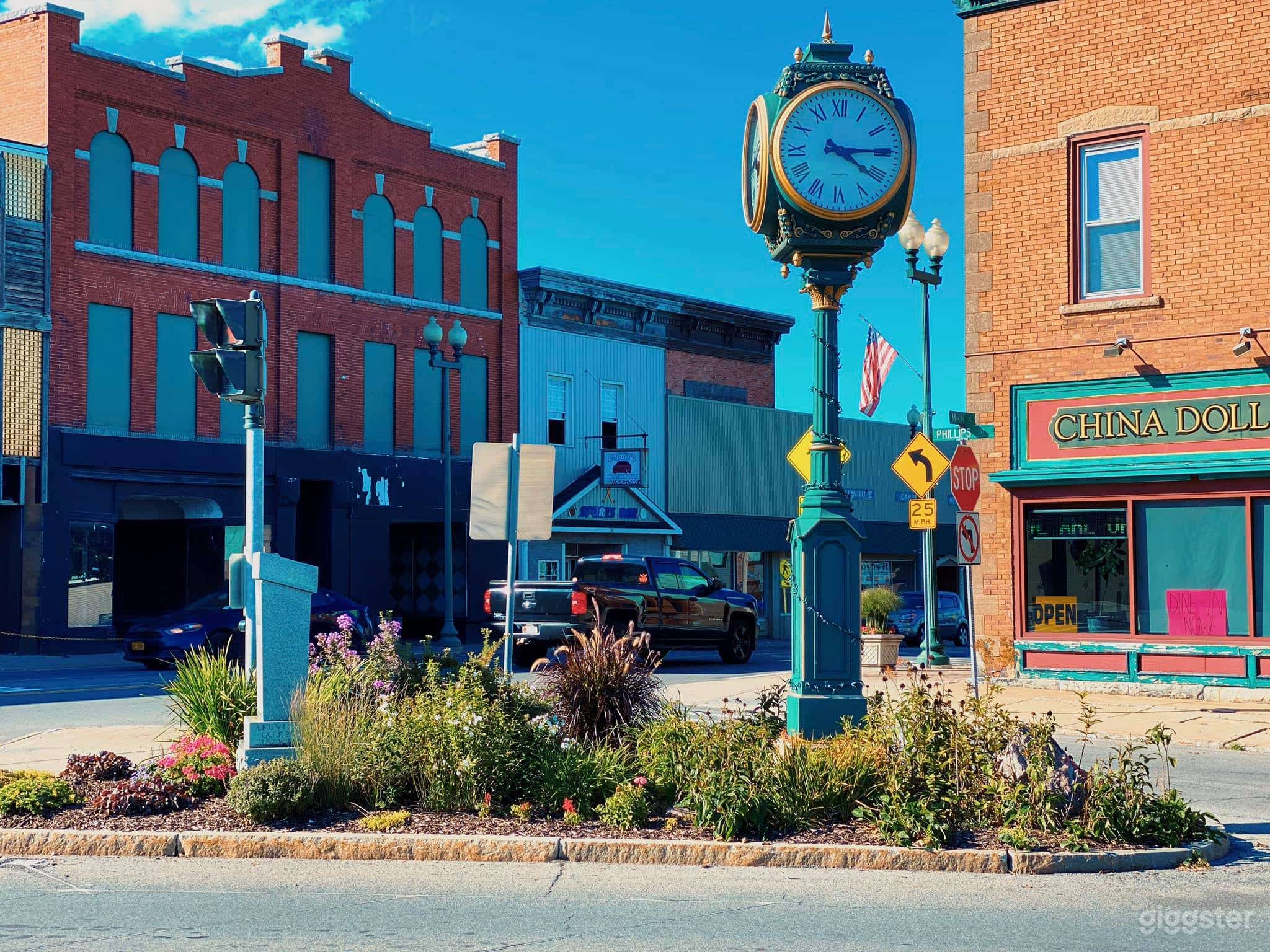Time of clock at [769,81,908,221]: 4:14
